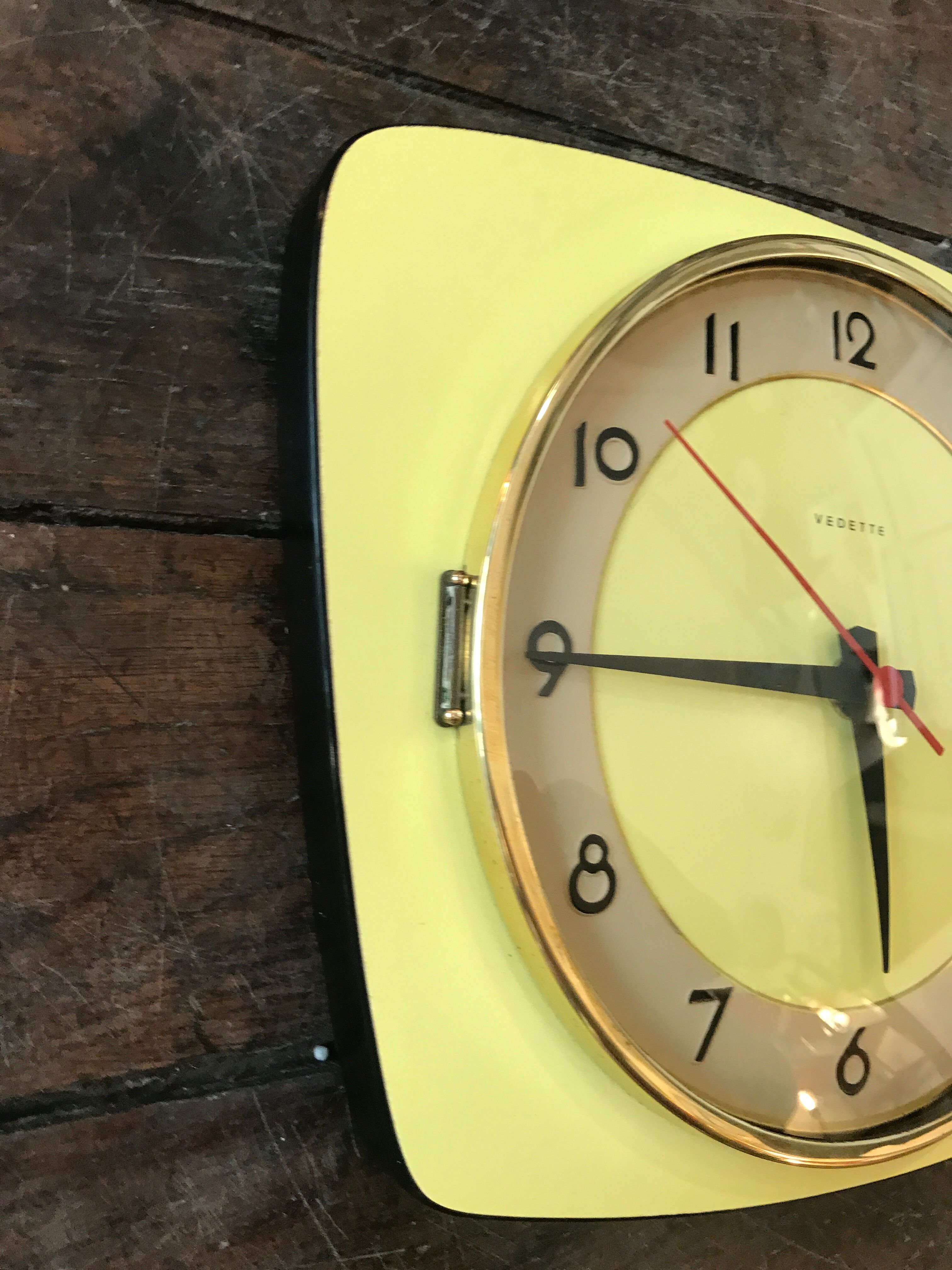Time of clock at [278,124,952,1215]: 5:44
